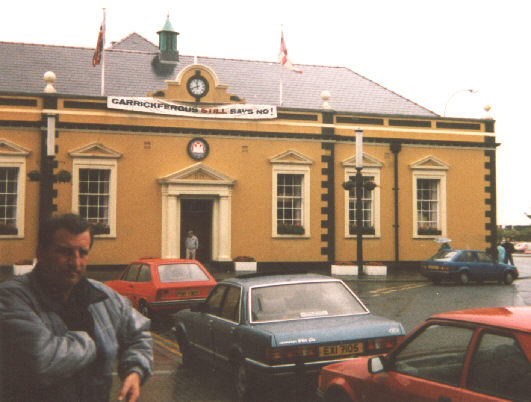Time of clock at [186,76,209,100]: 11:41
